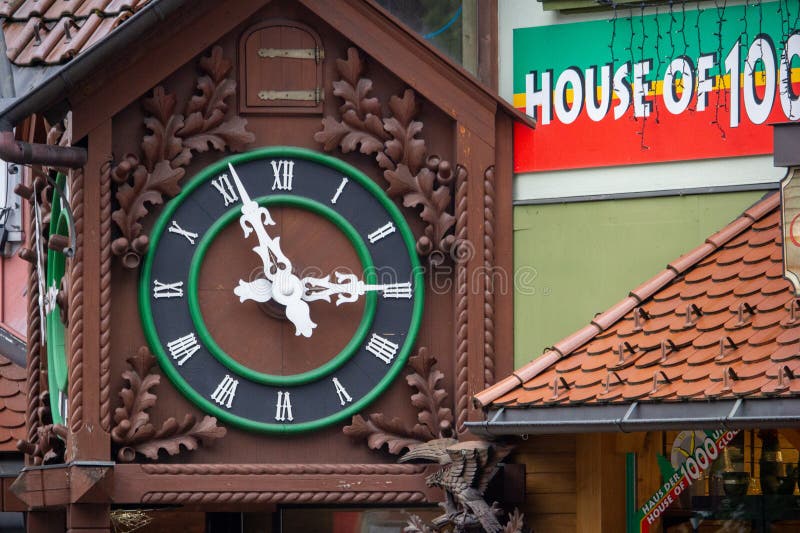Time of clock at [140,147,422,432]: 2:56
